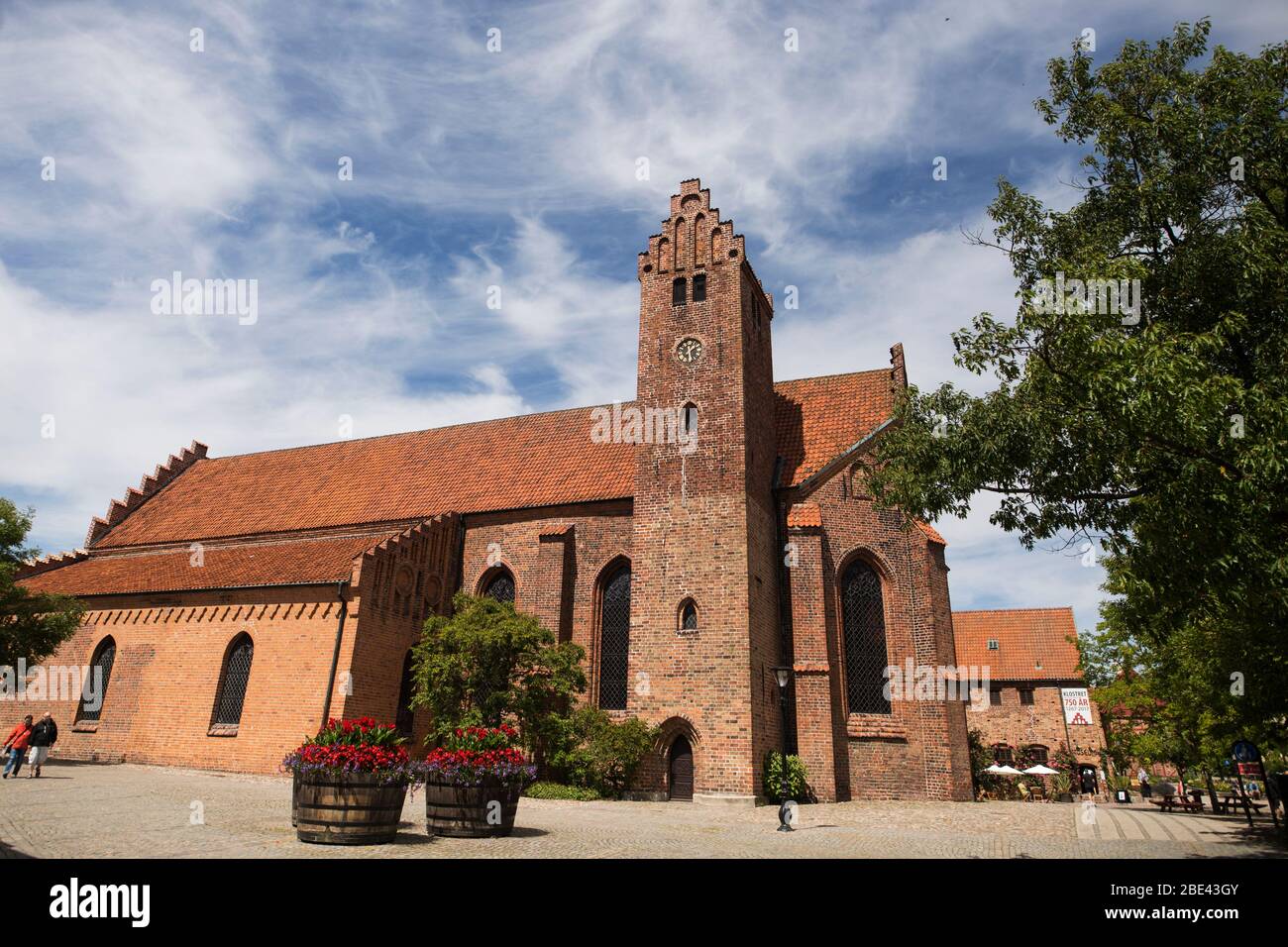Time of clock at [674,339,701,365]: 1:28
